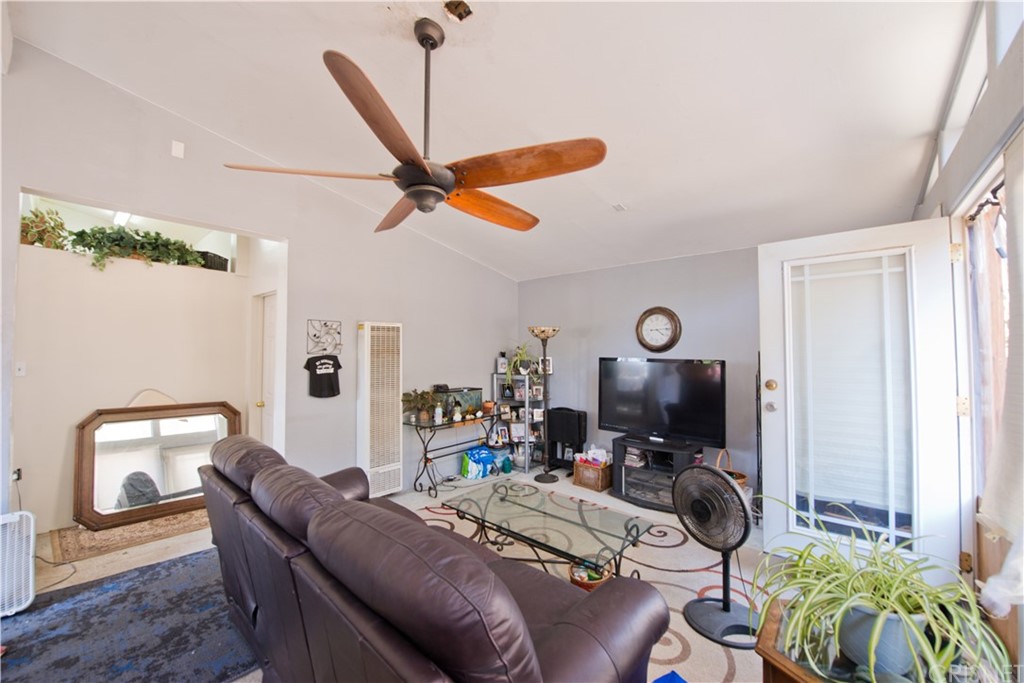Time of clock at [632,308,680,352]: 4:14
